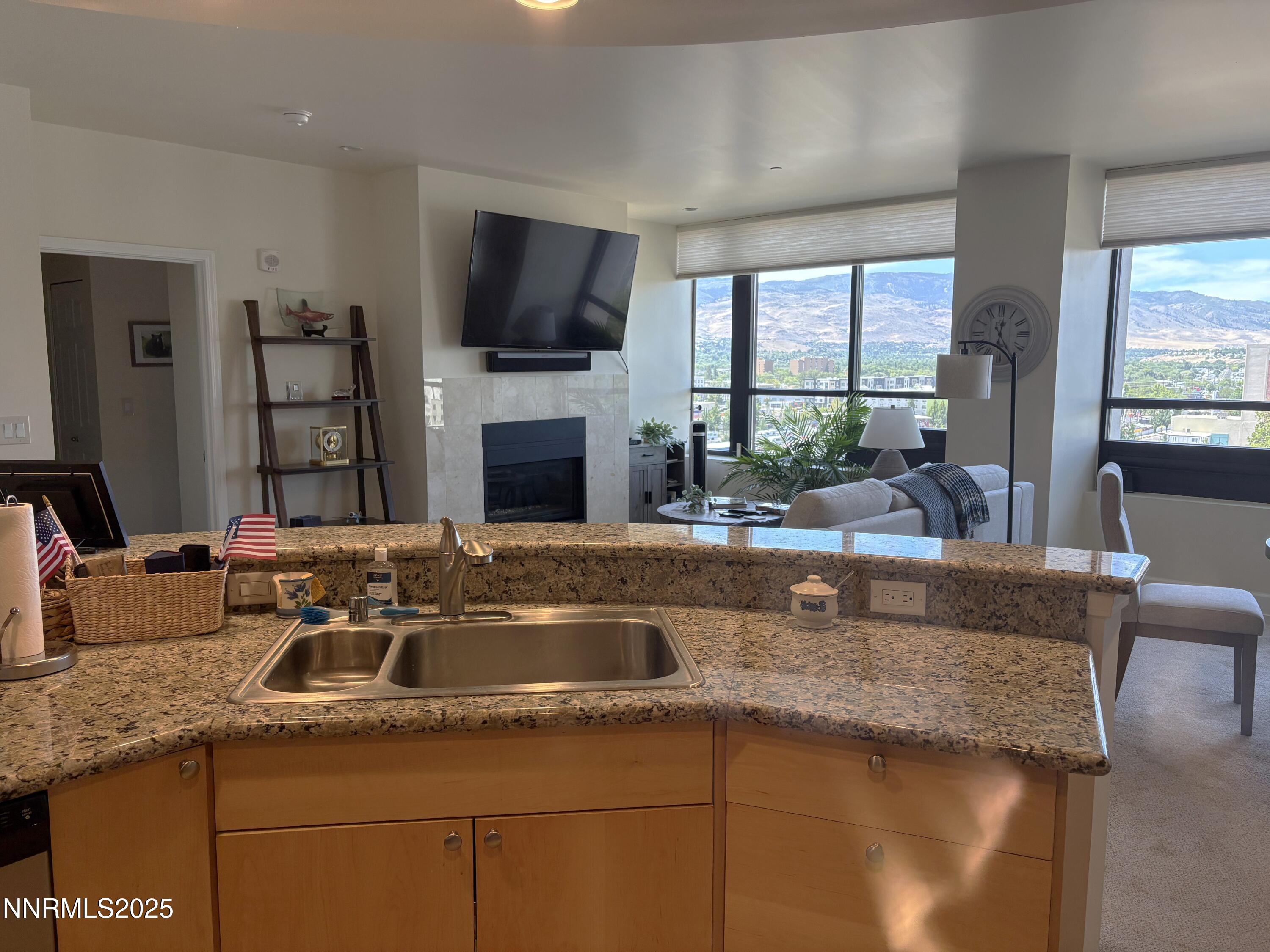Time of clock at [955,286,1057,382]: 12:23
